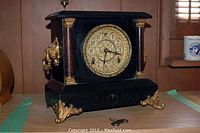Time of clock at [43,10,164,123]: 6:17
